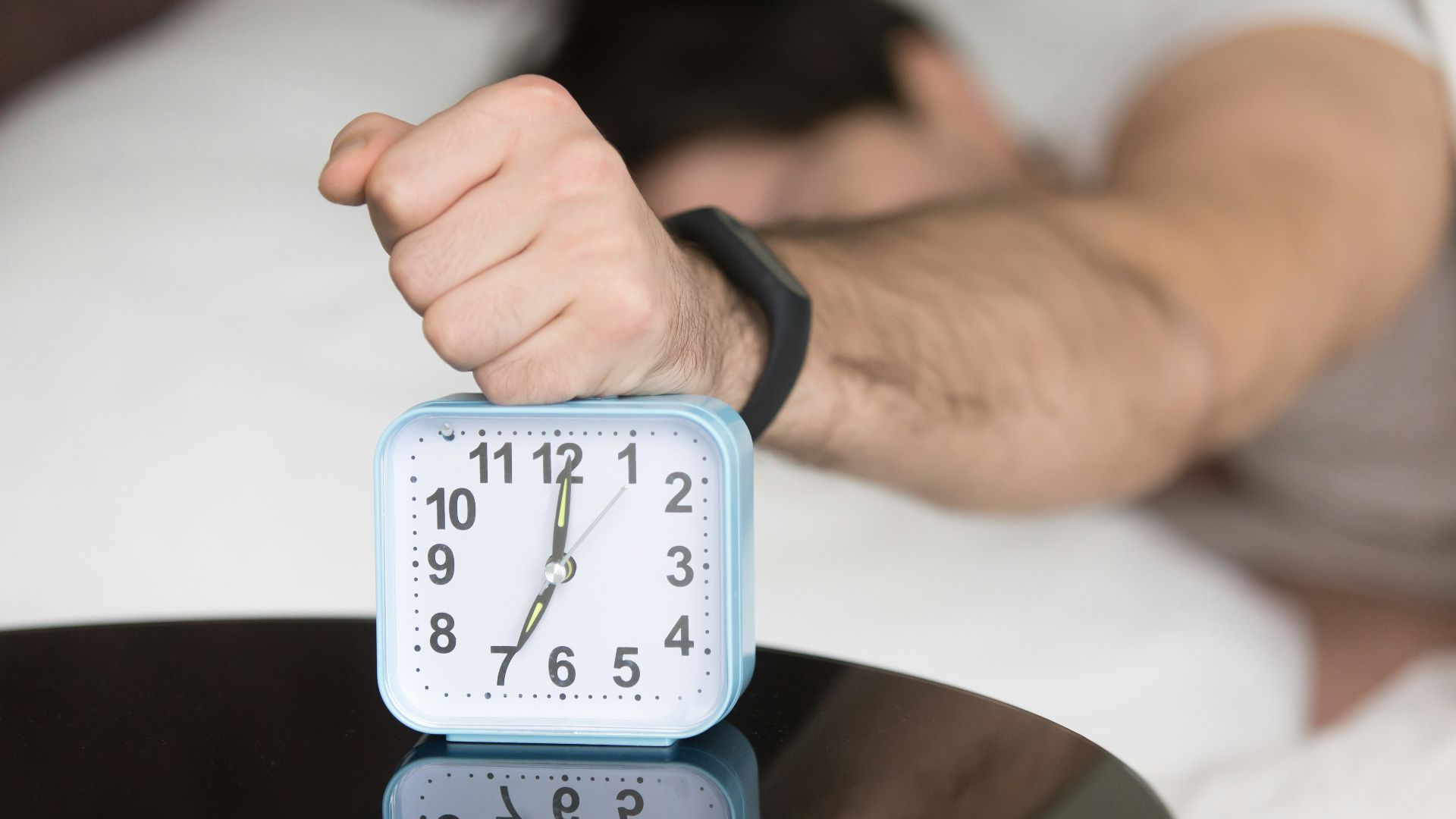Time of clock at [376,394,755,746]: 7:00
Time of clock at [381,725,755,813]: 12:34
